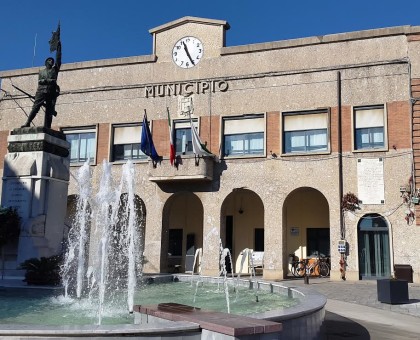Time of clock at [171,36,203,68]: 11:25
